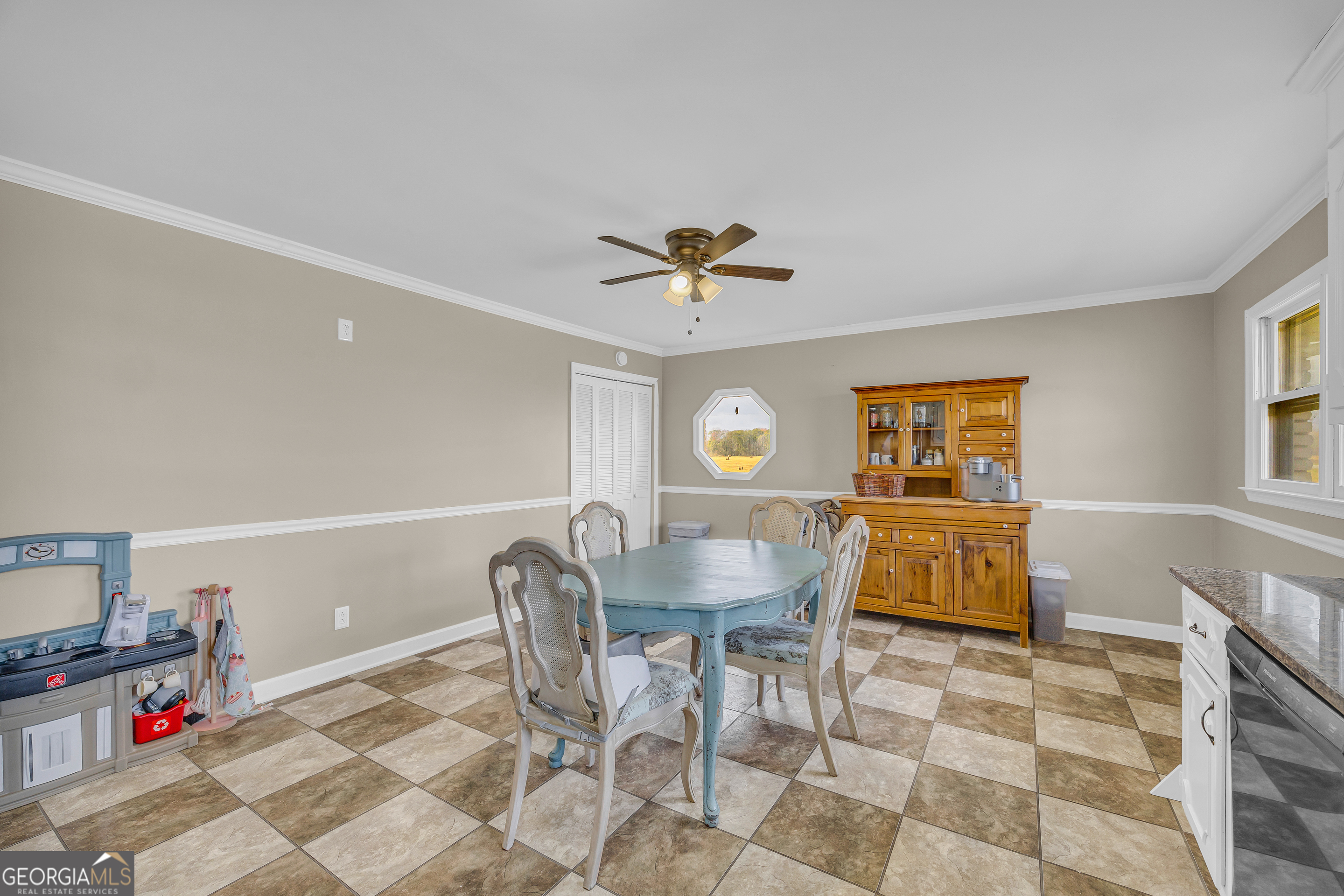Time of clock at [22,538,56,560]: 2:53
